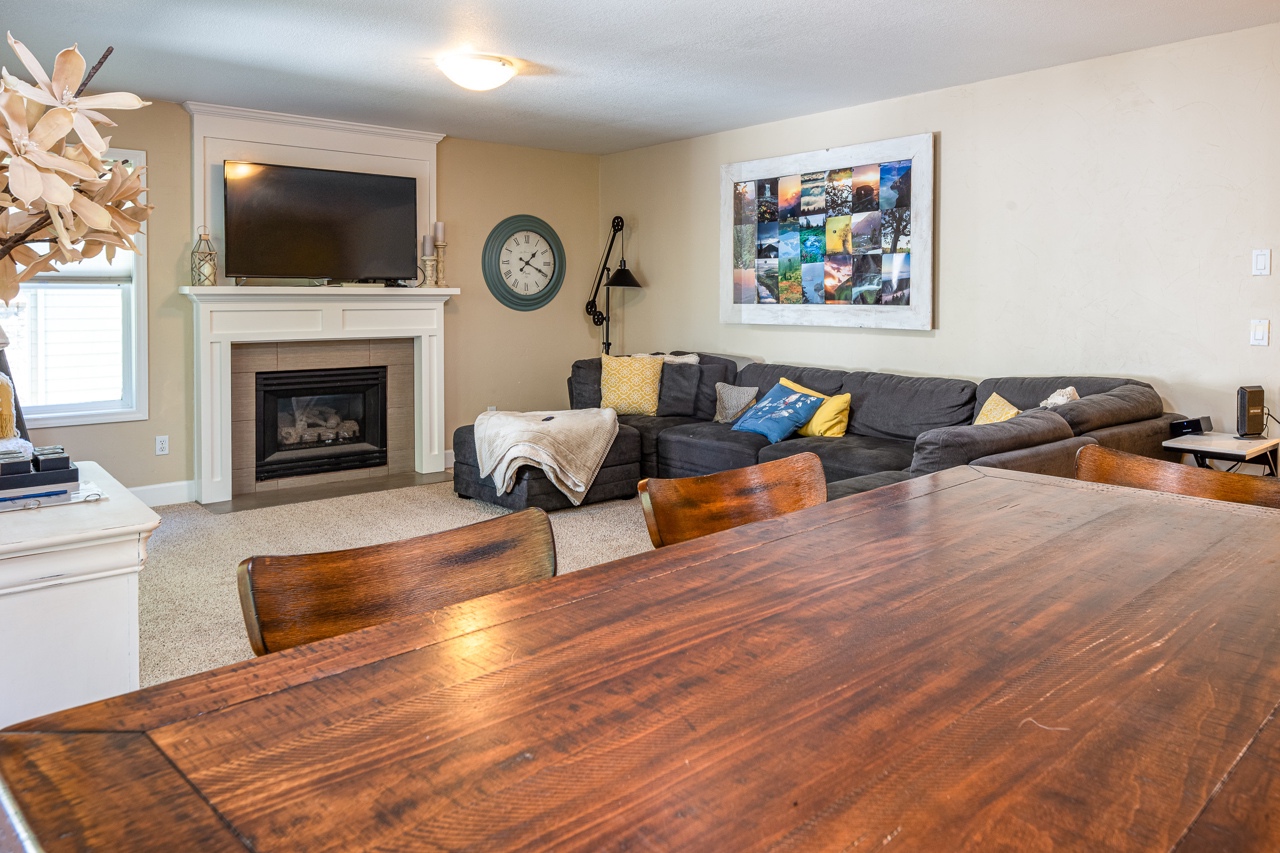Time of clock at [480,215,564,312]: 1:19
